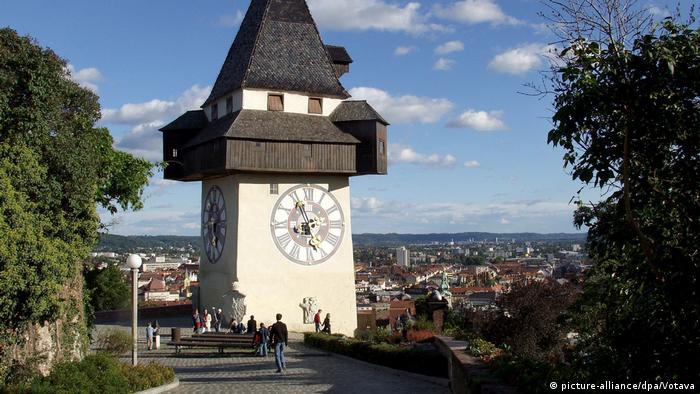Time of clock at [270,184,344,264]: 7:55
